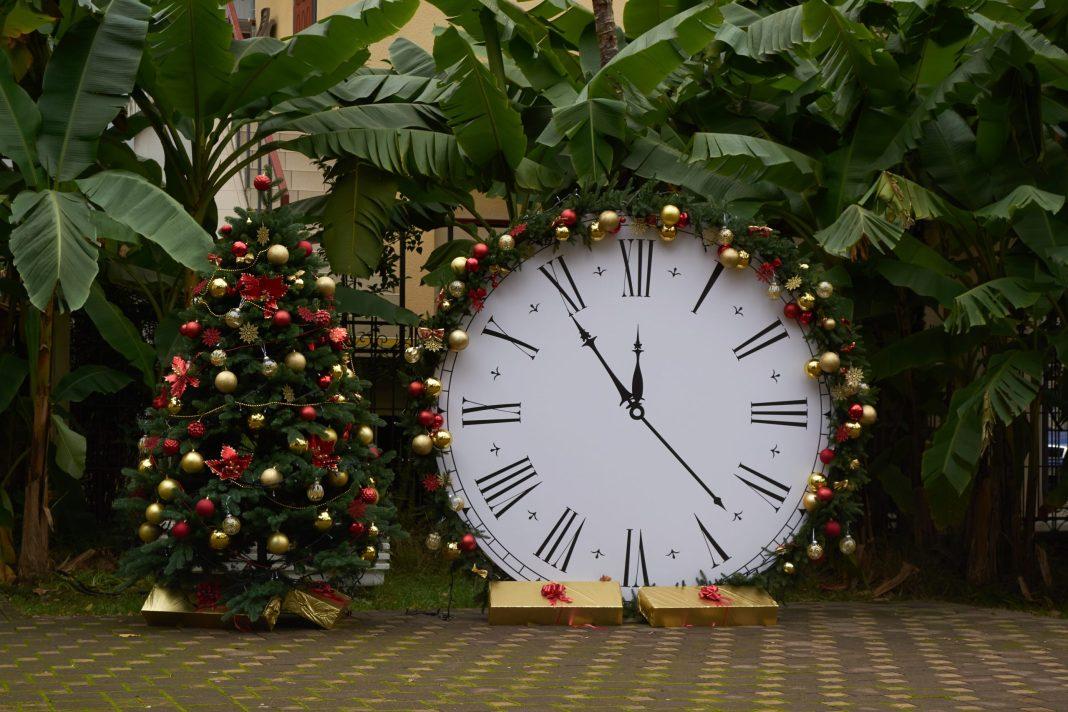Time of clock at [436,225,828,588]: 11:53
